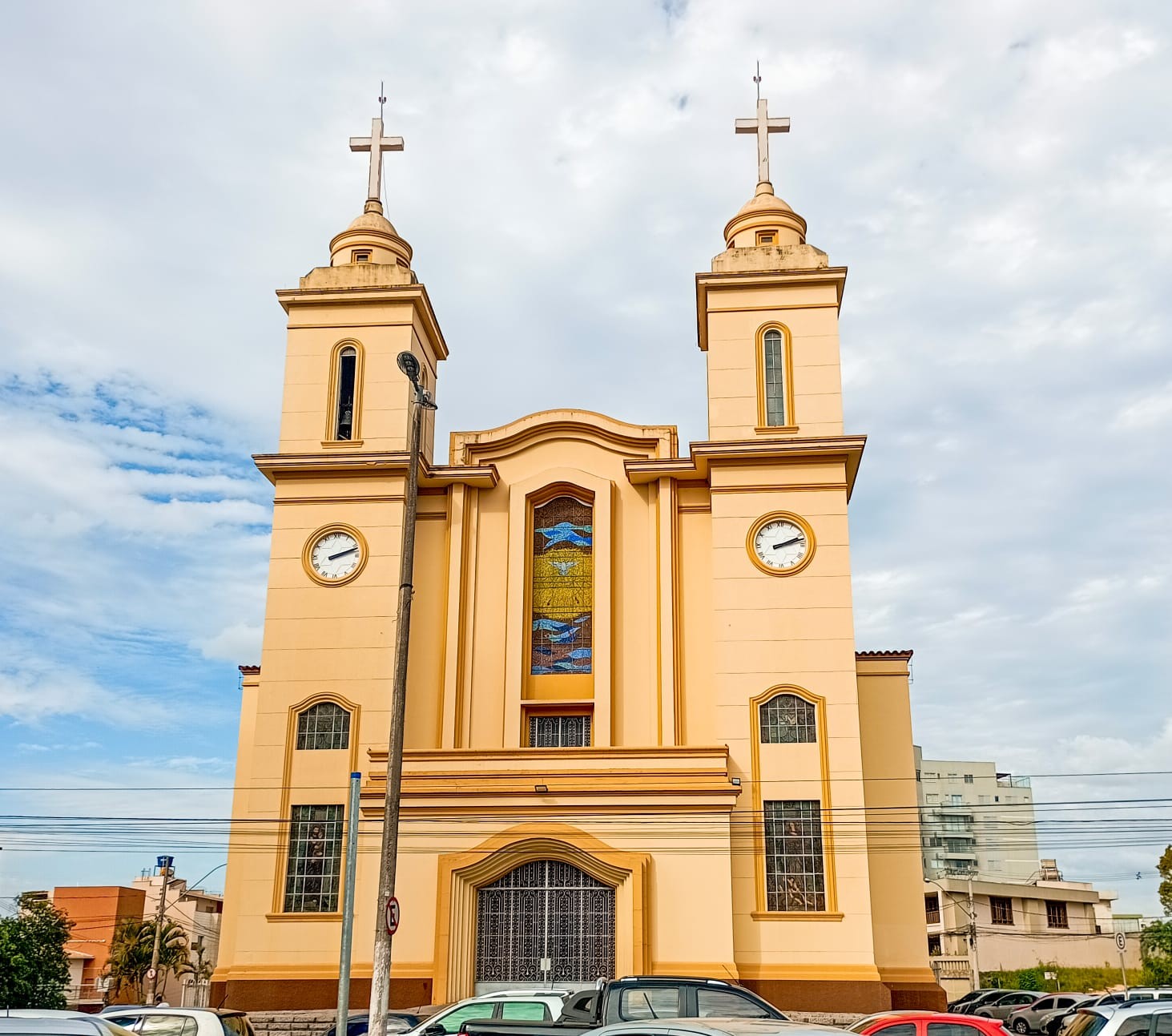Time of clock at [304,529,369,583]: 2:11
